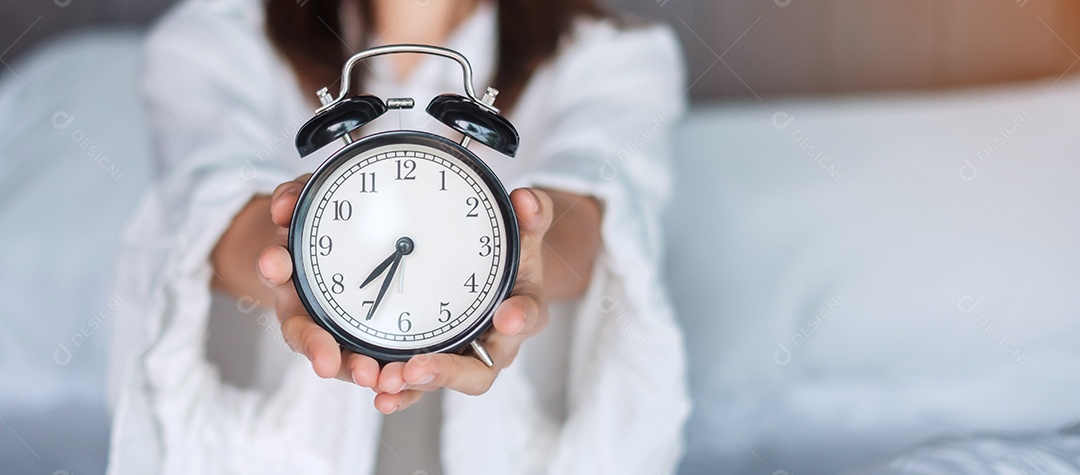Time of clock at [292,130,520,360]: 7:34
